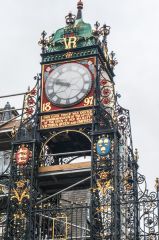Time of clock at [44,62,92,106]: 9:47
